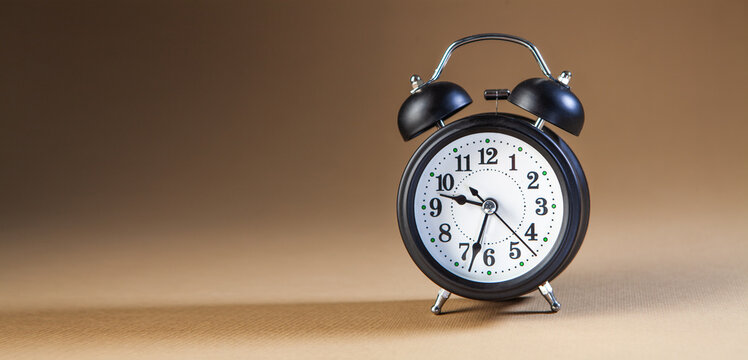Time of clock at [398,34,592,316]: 9:33
